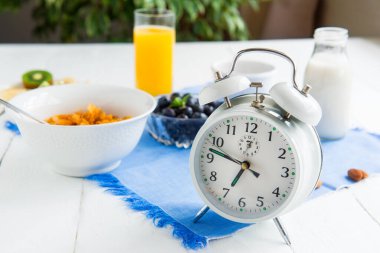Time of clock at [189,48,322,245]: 6:47
